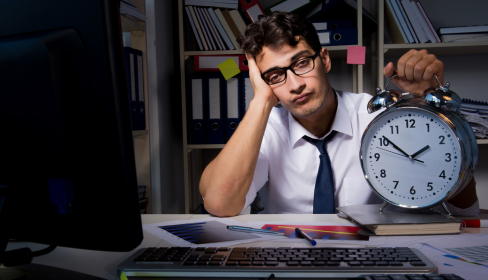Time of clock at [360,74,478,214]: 1:51
